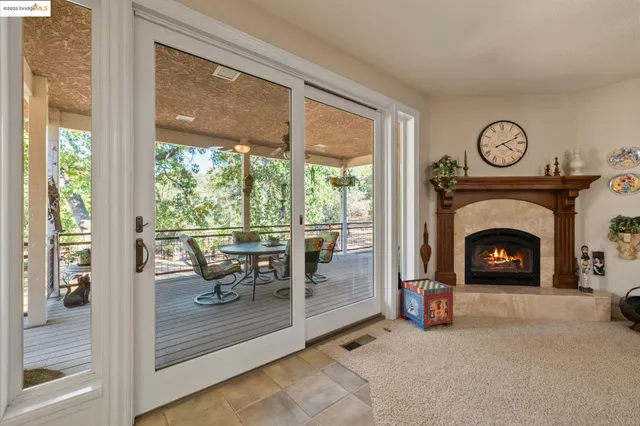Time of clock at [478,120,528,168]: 4:11
